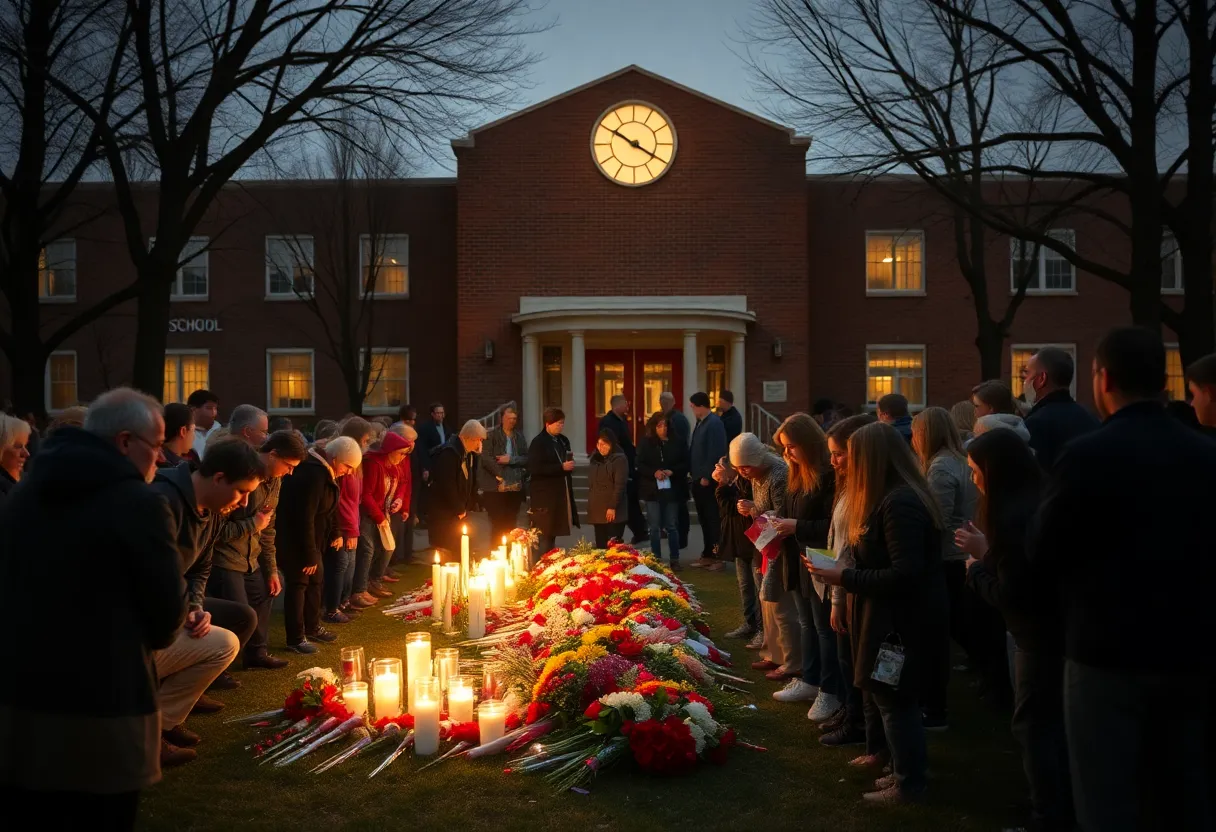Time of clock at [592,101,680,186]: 3:49
